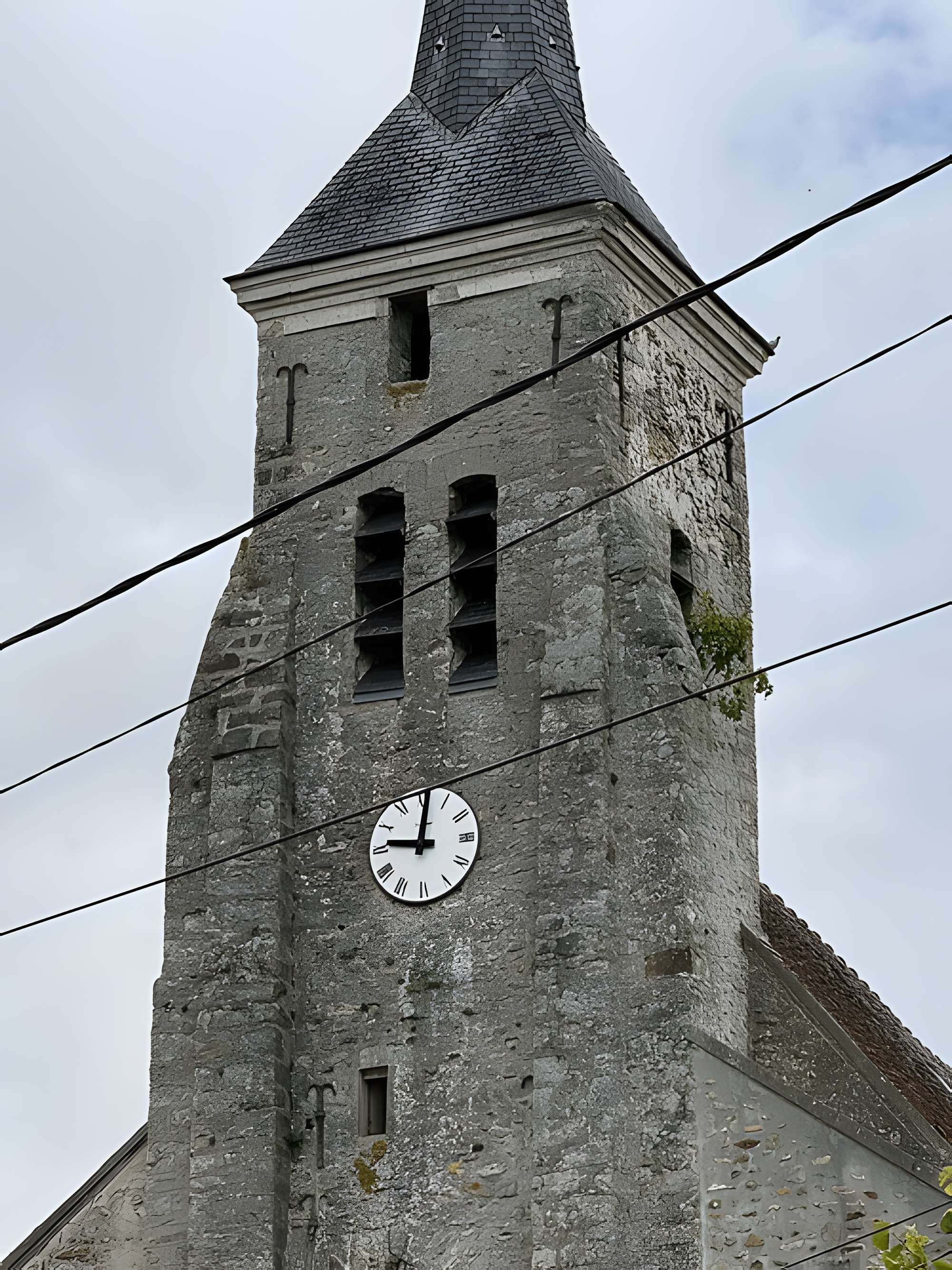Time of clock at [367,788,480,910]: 9:01
